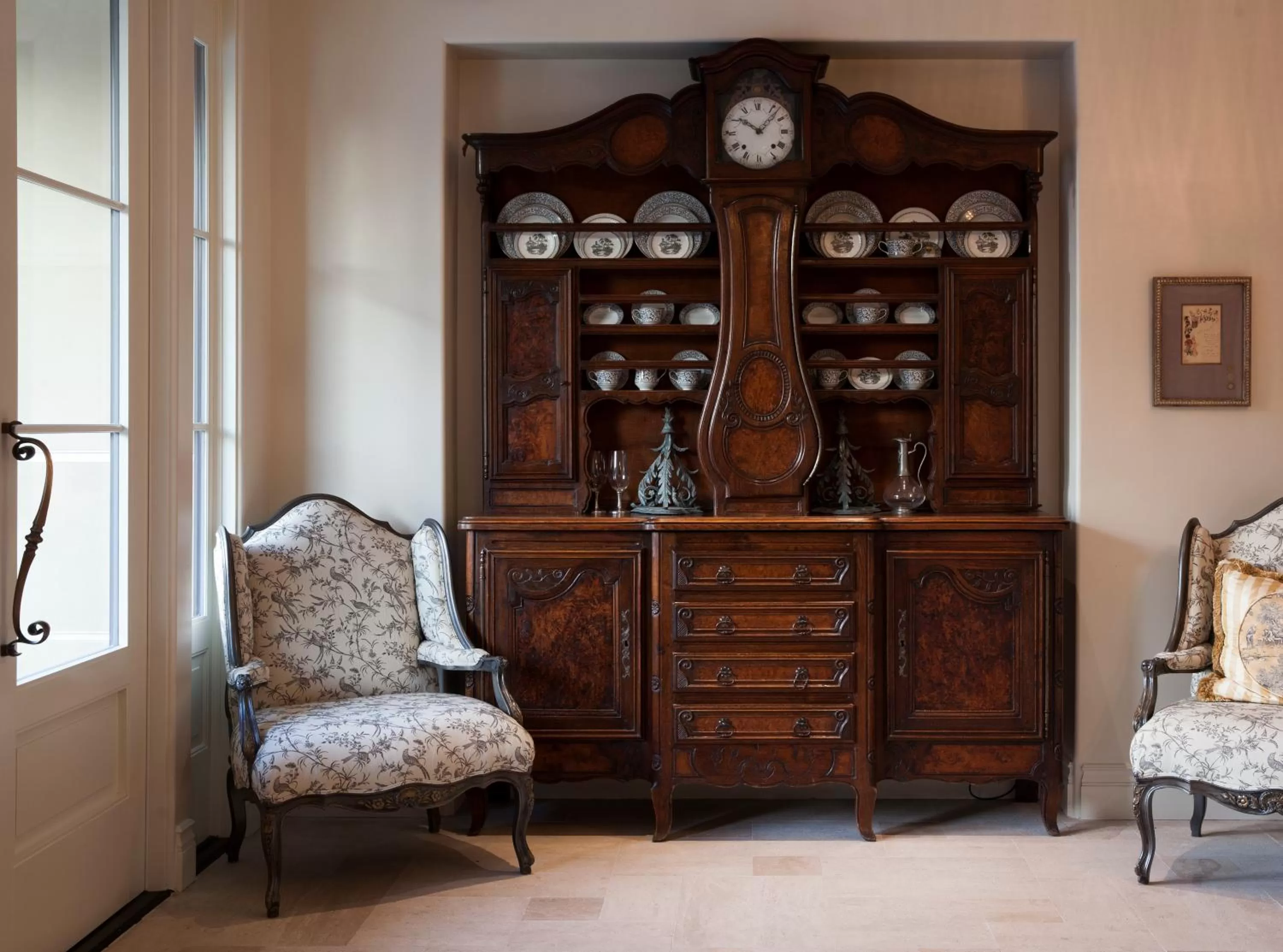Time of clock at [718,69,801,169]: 10:07
